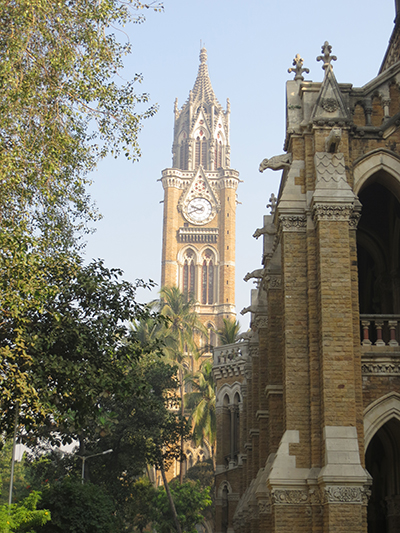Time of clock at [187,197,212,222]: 9:41
